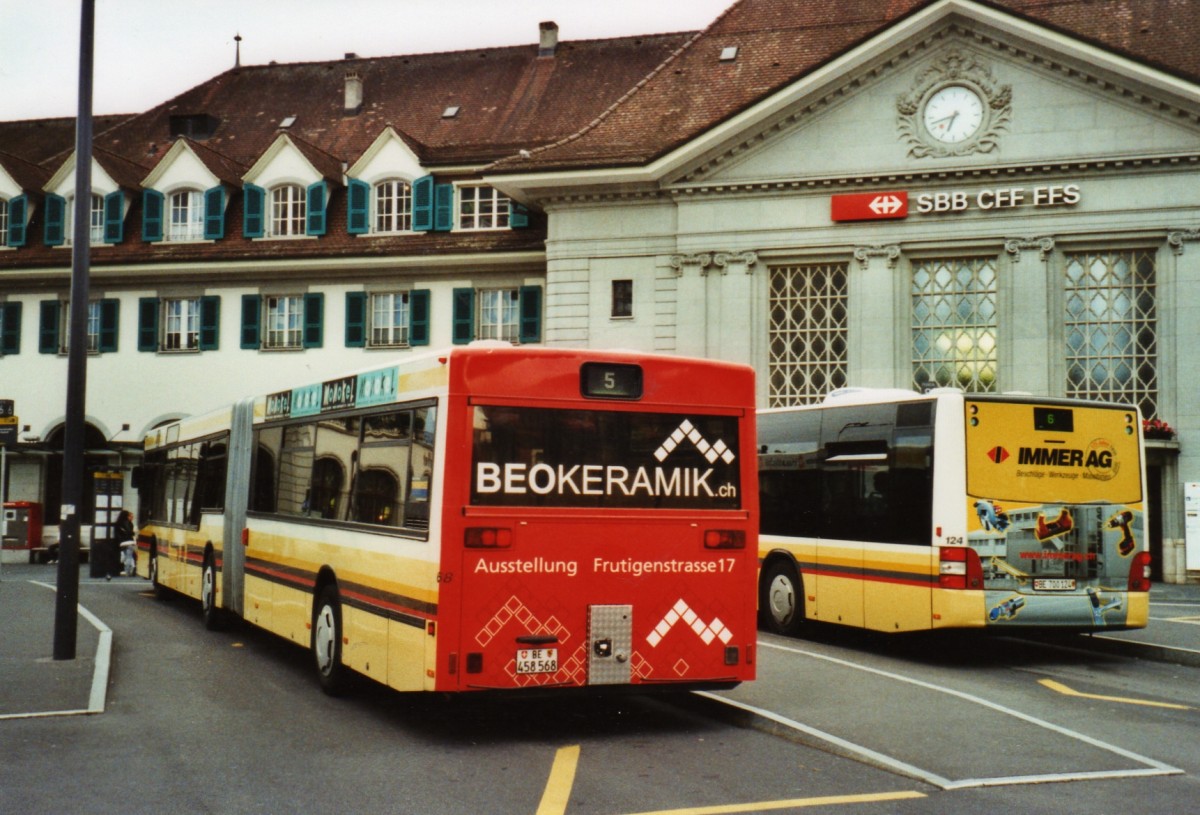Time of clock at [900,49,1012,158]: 6:41
